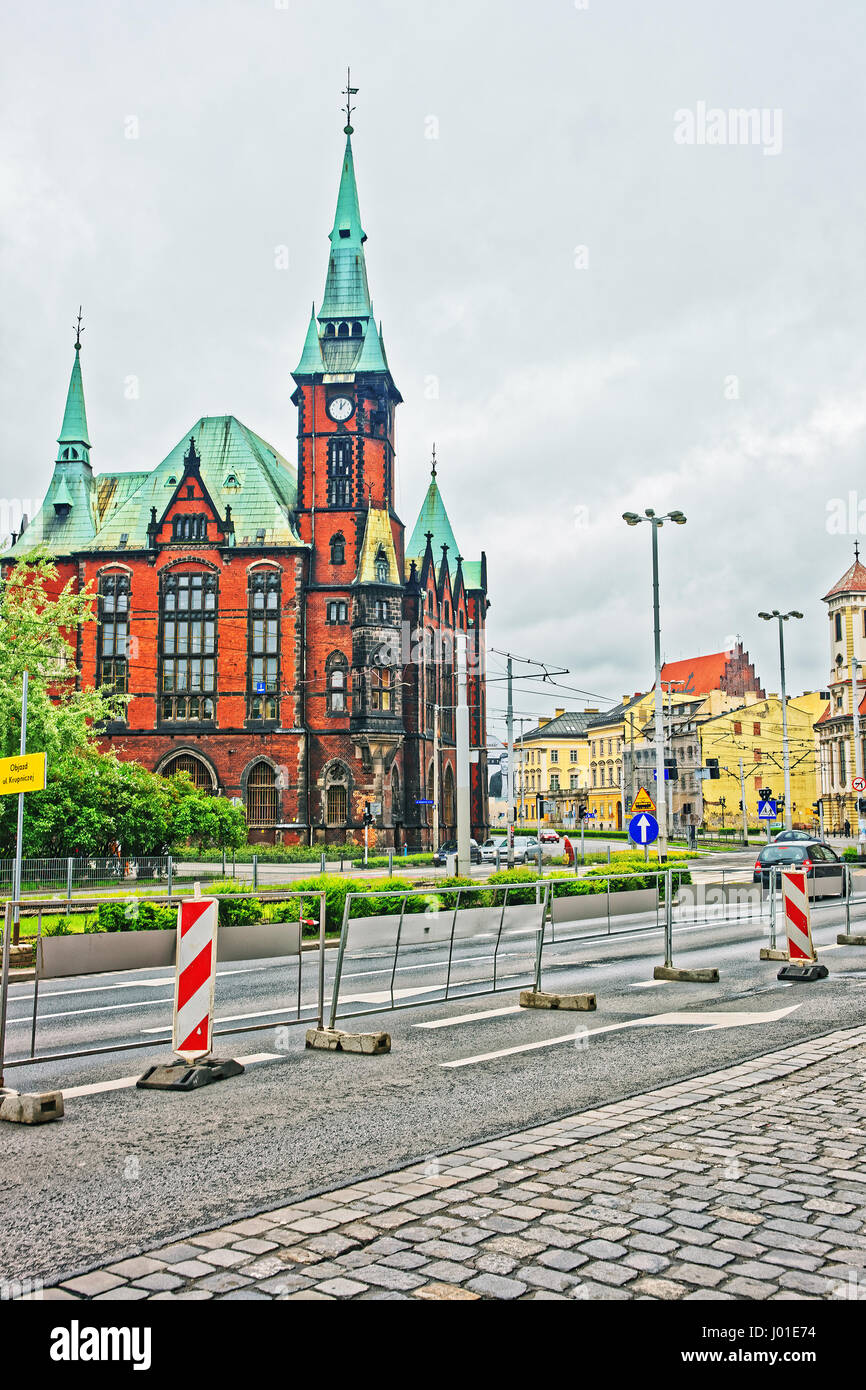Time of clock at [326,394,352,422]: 12:06
